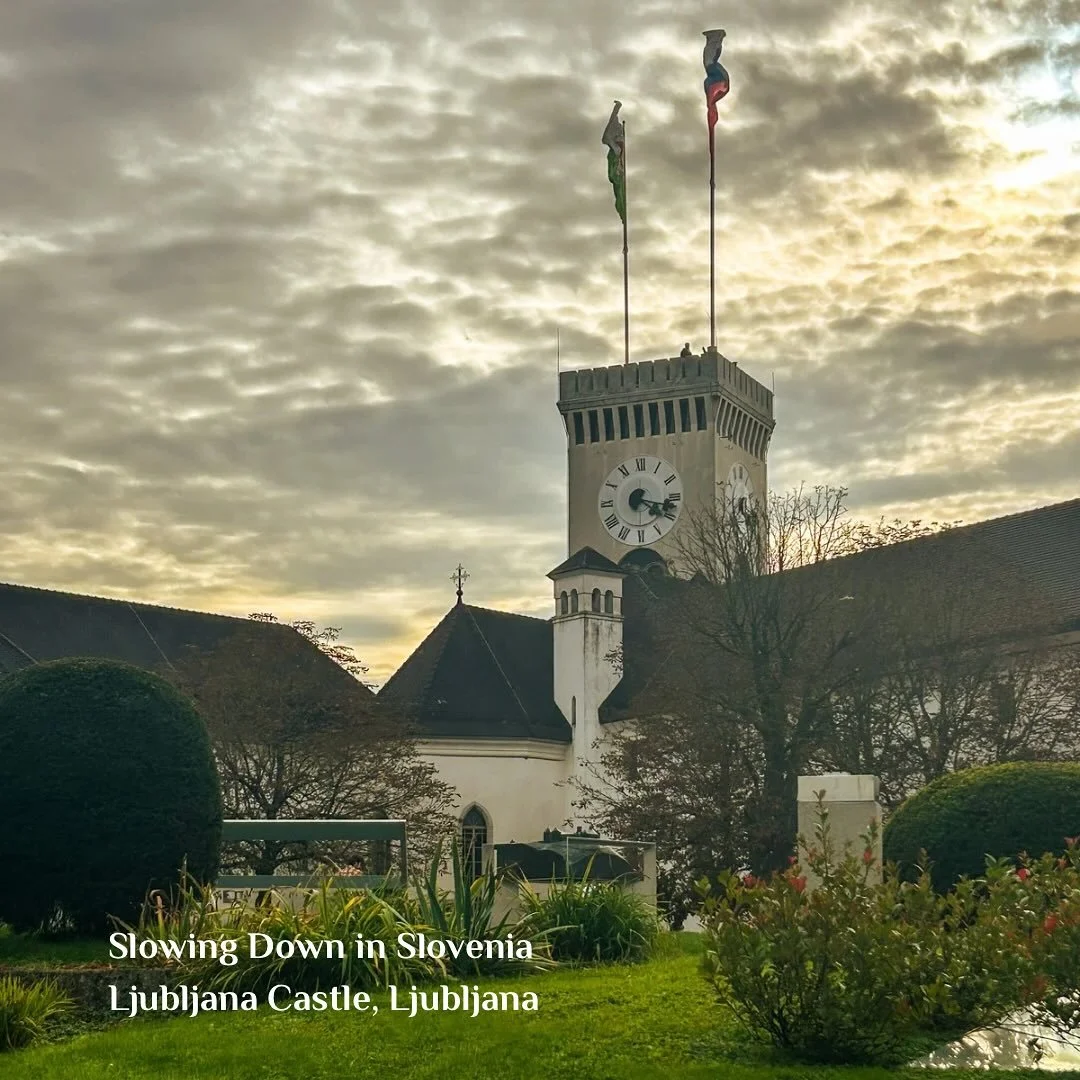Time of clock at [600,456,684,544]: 4:17
